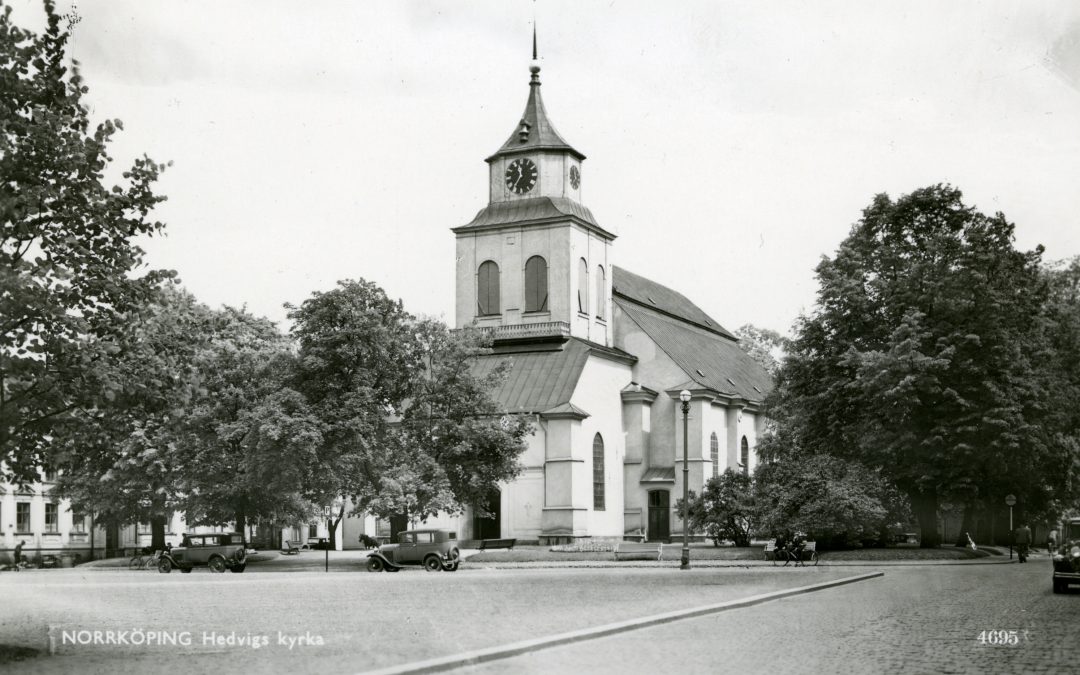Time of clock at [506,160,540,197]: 11:35
